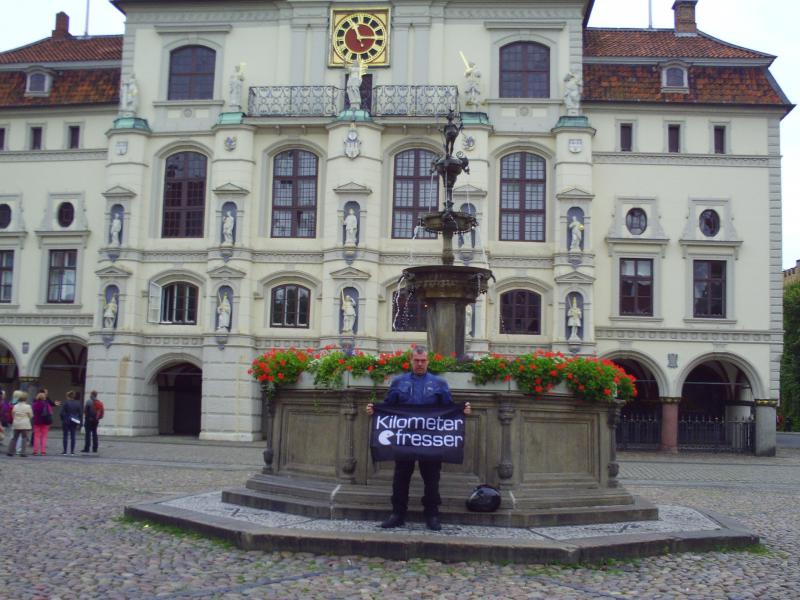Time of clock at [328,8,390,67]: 11:14
